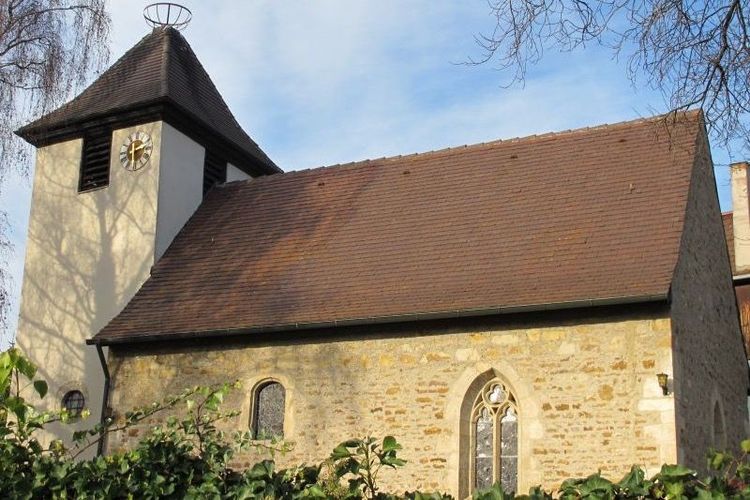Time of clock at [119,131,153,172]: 2:29
